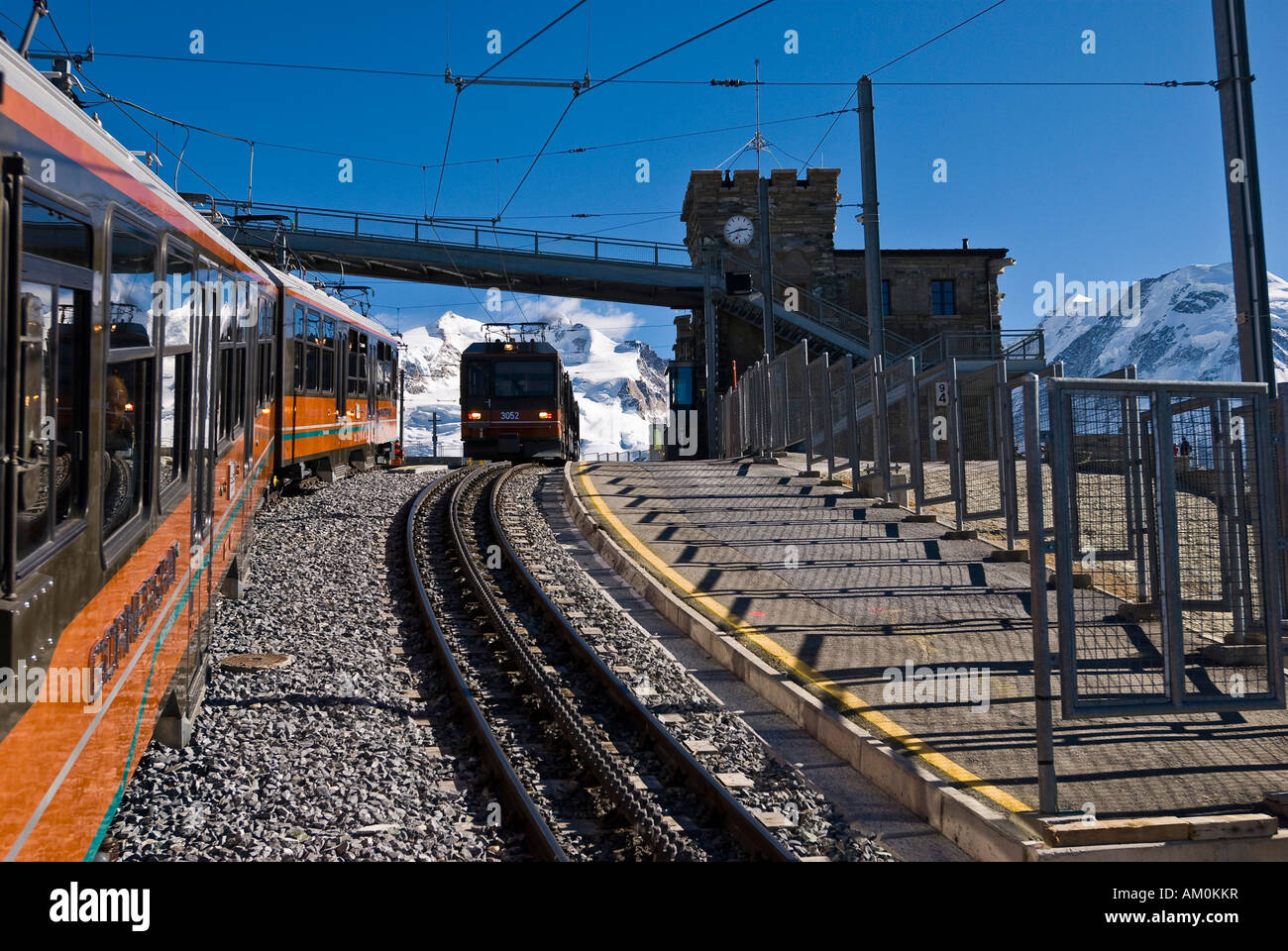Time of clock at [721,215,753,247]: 2:42
